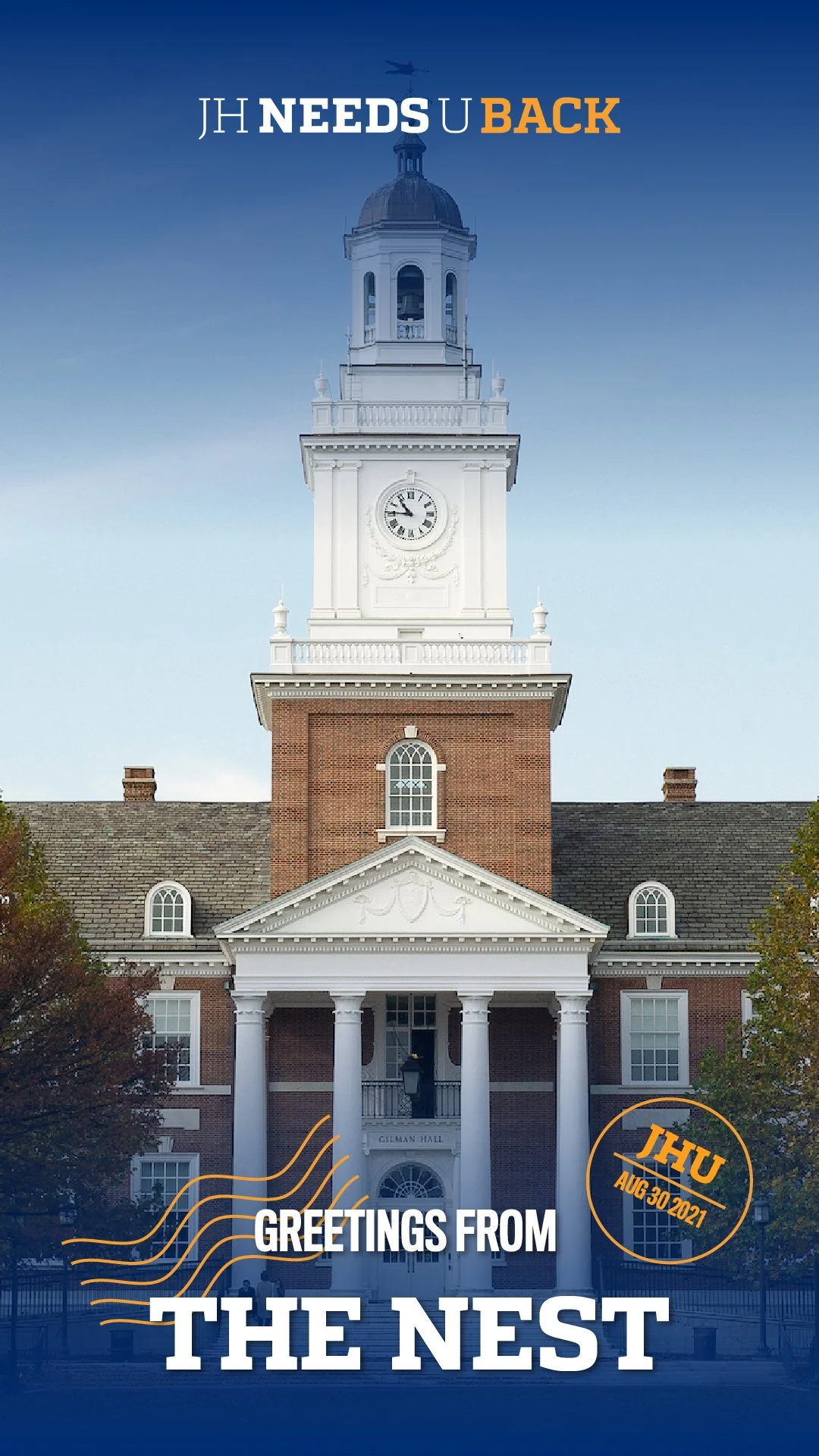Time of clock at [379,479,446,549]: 10:45
